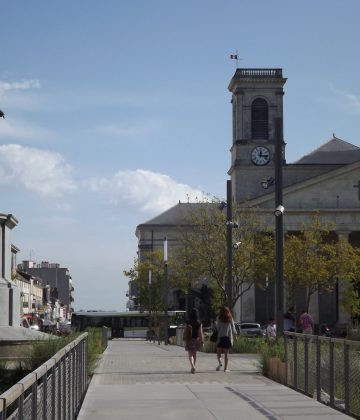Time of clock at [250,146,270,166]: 12:16
